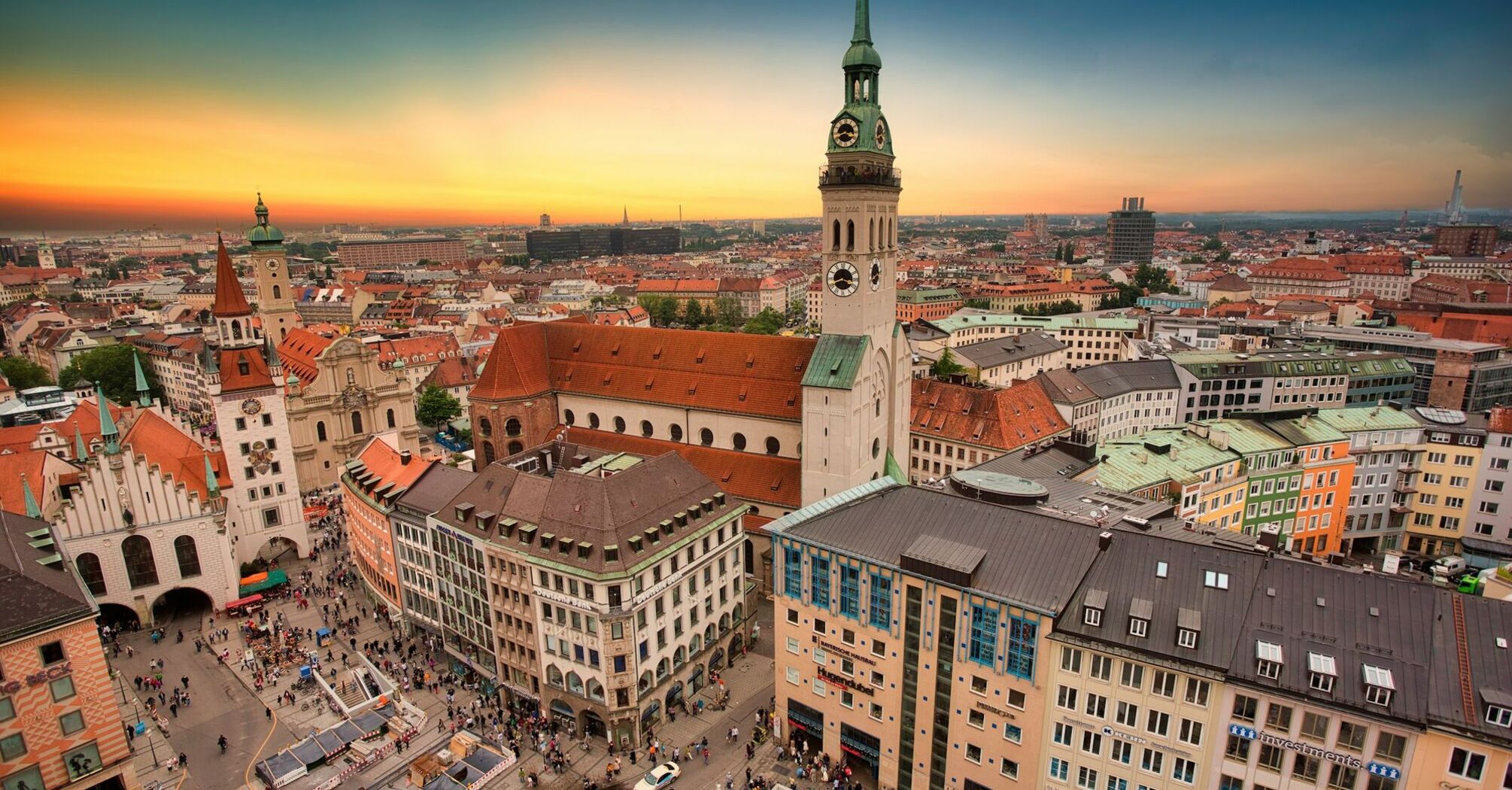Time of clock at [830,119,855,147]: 3:42
